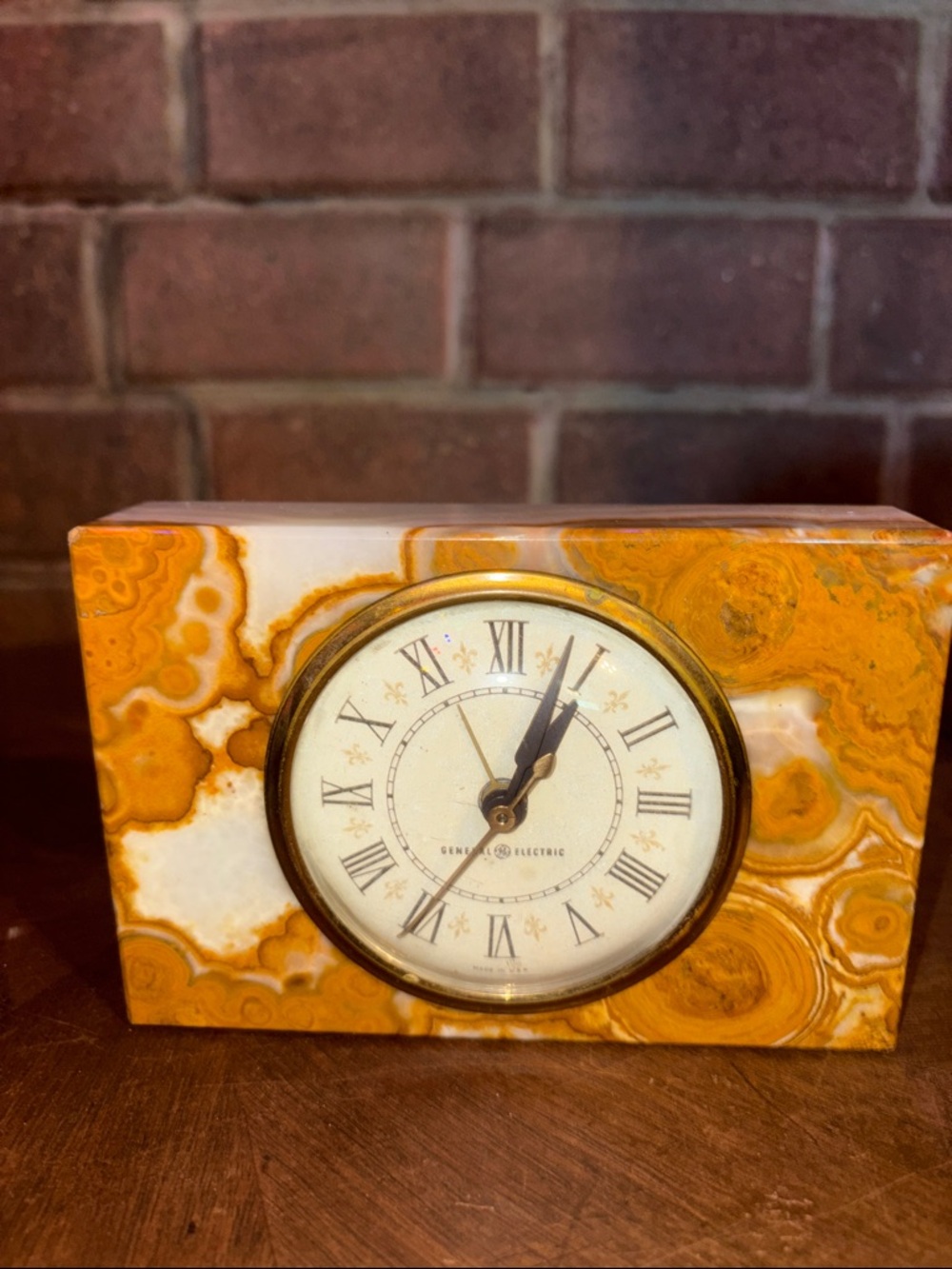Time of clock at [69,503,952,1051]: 1:03
